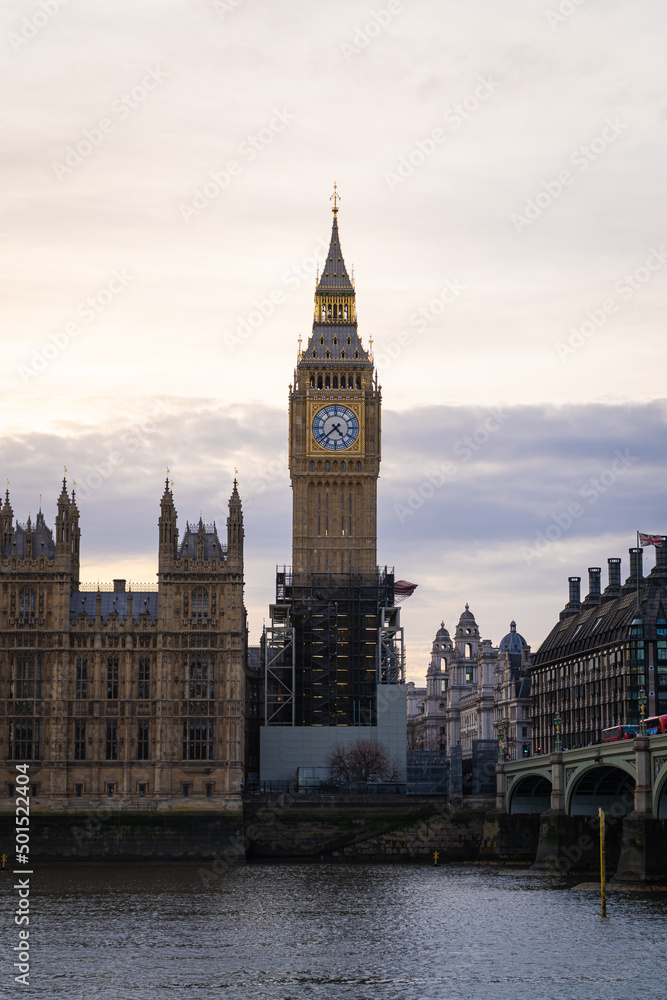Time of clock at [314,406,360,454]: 4:37
